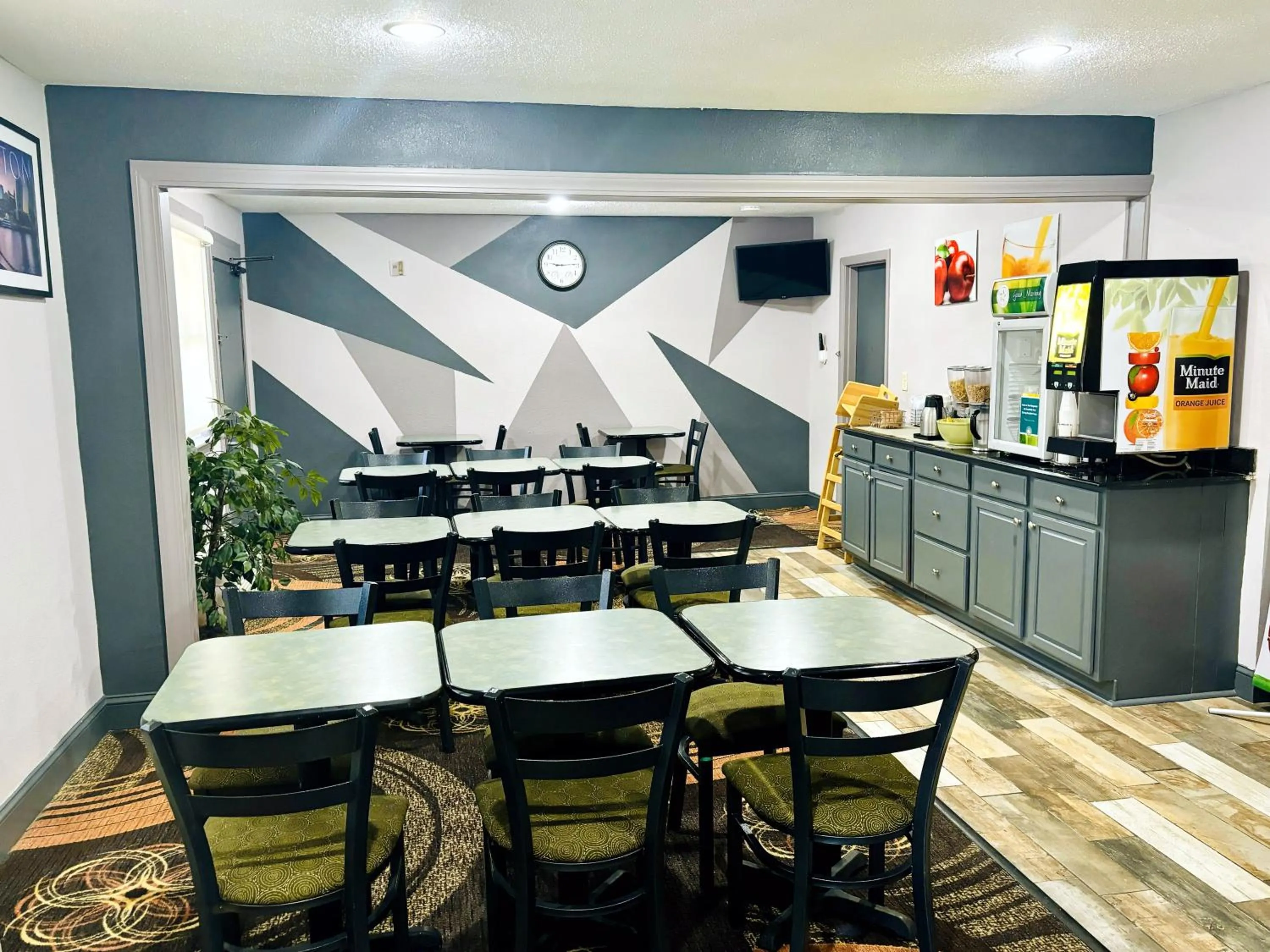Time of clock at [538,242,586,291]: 9:13
